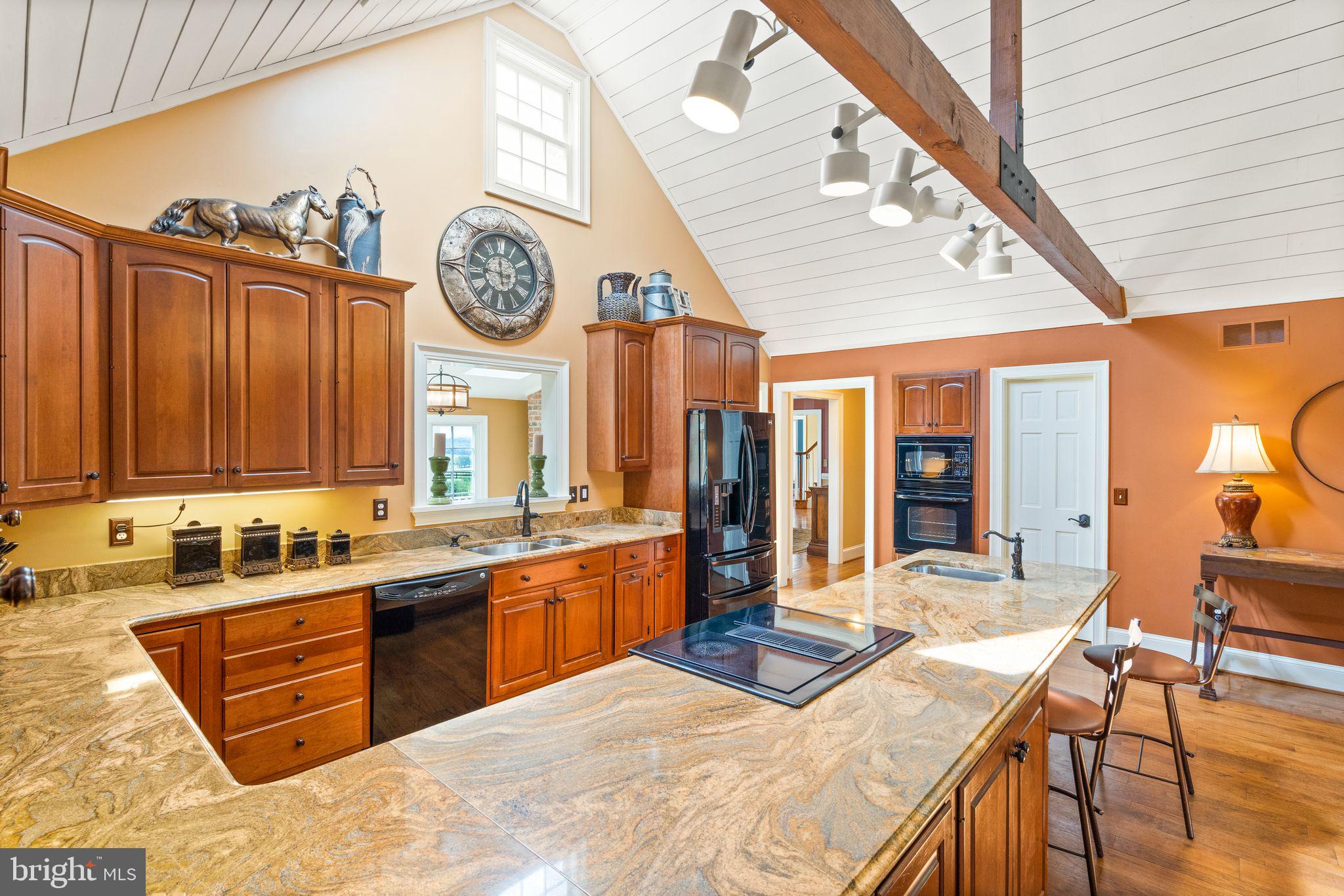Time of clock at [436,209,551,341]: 11:46
